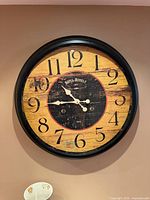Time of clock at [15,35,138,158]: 10:45
